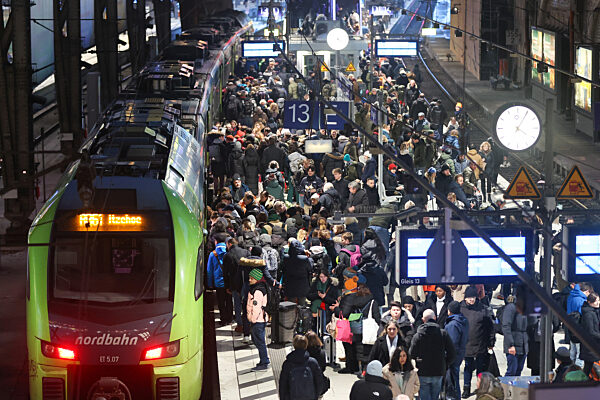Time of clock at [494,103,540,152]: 4:05
